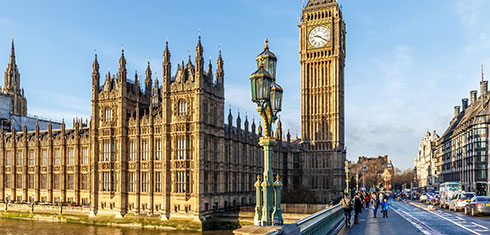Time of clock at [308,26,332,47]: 9:20
